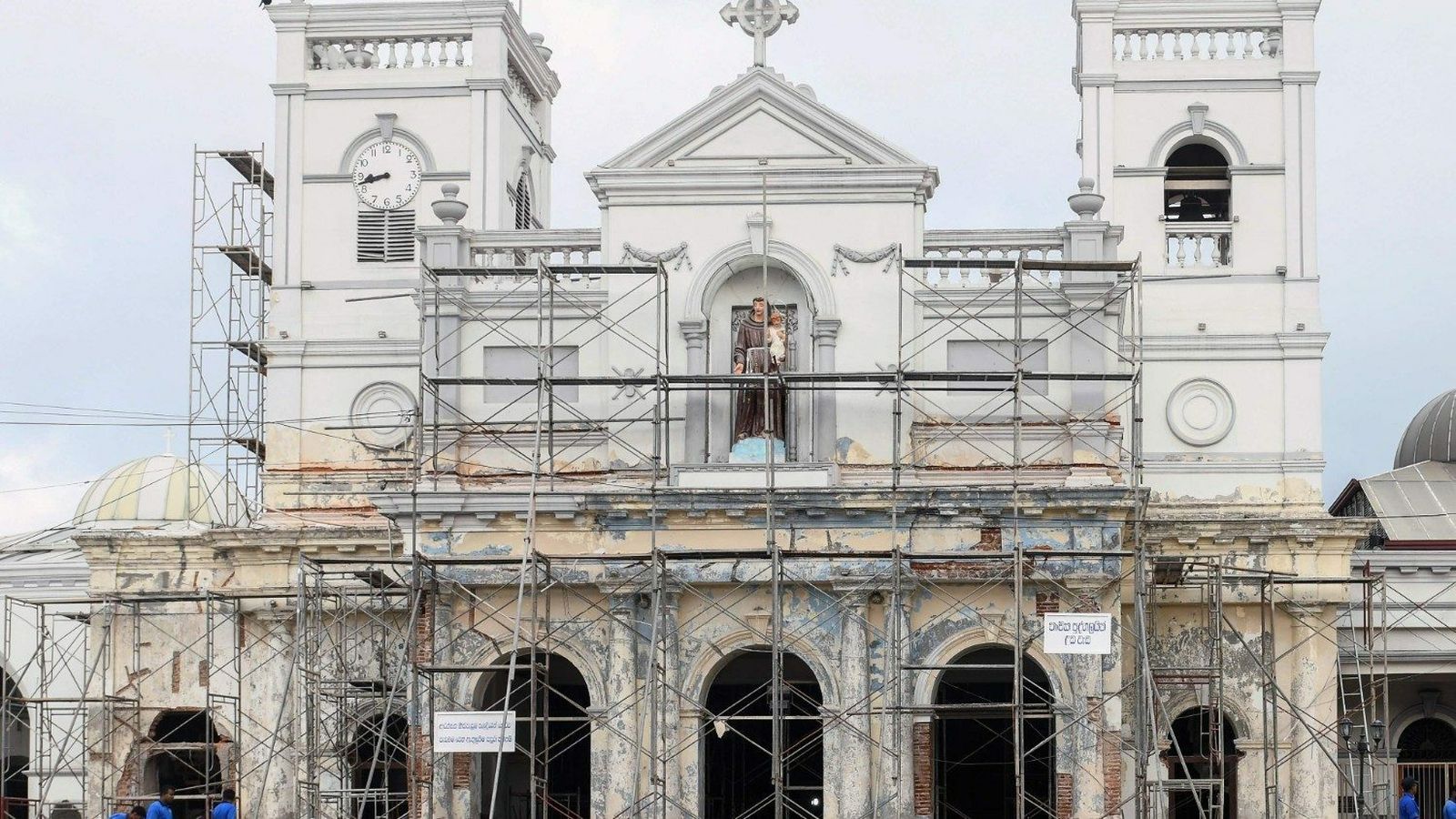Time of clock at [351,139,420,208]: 8:42
